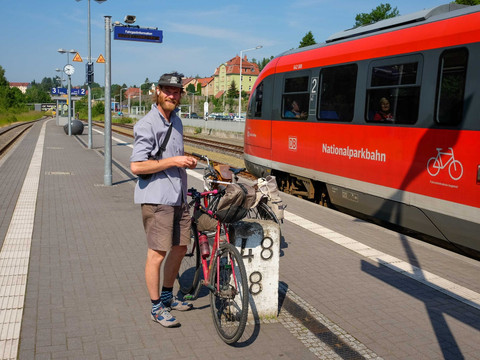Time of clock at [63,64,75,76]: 9:42
